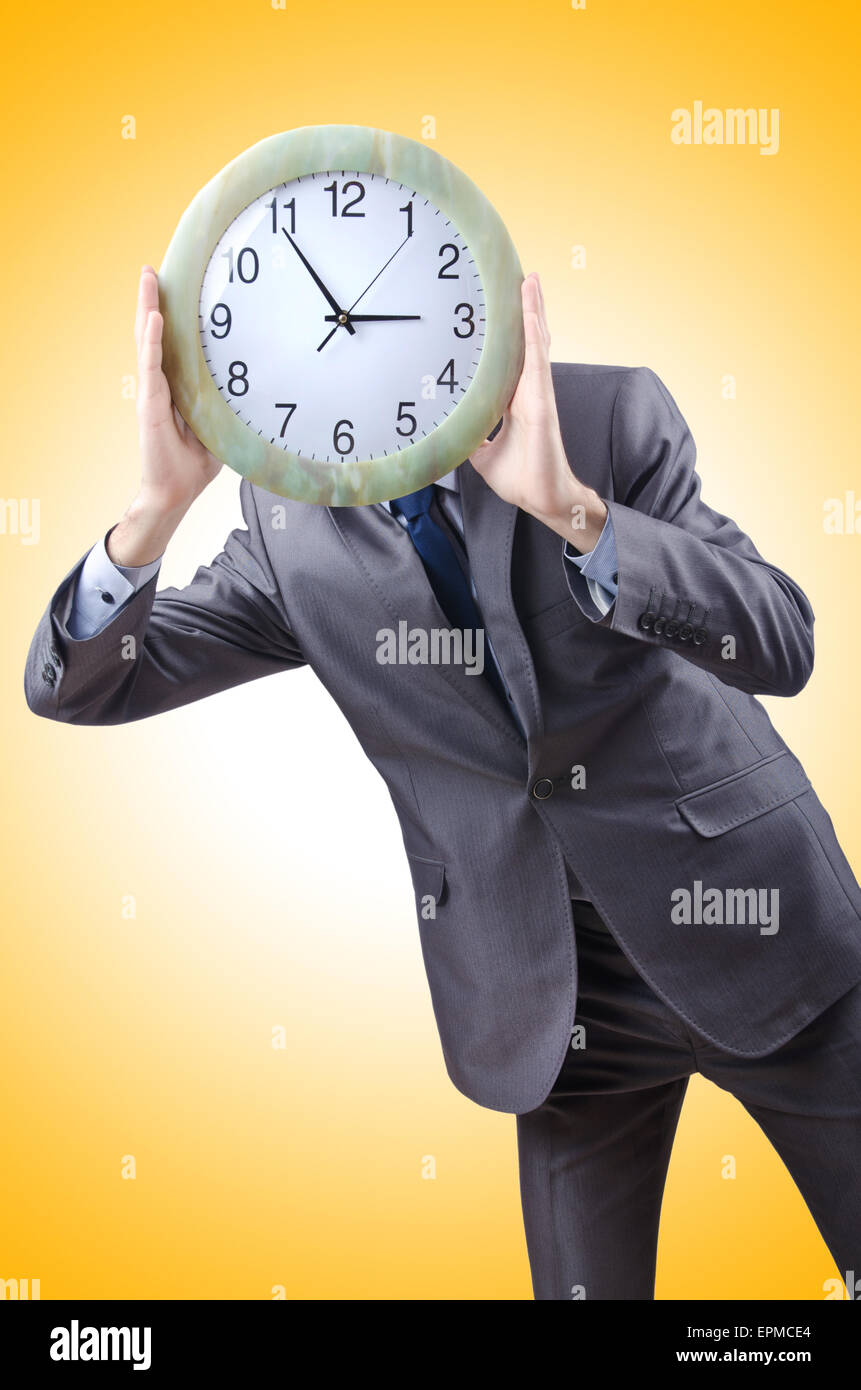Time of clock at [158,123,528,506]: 2:54
